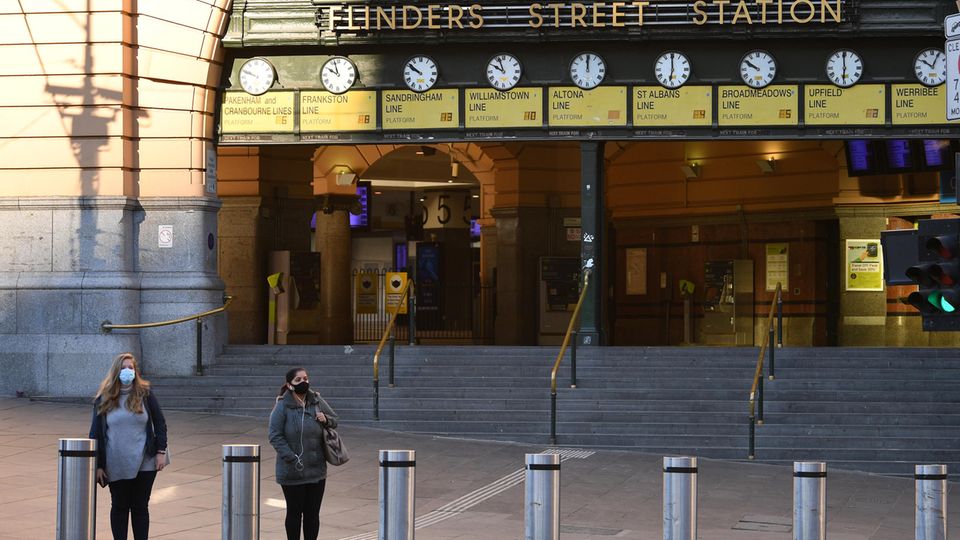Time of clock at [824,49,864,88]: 5:59
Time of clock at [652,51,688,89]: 5:59
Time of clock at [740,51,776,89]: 9:50
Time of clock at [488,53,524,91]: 9:56
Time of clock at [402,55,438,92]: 9:51
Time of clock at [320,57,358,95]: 9:57
